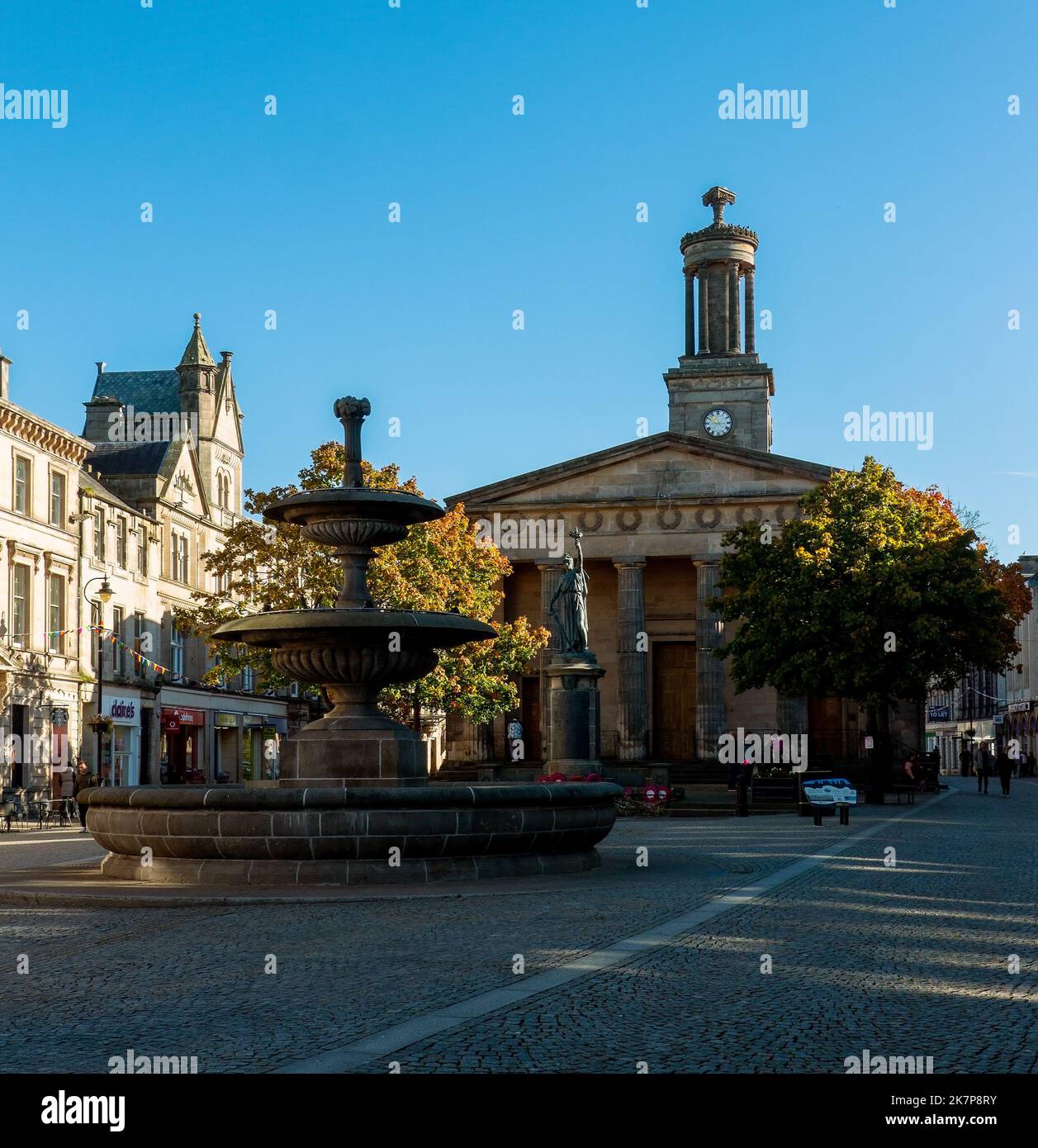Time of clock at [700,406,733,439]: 7:15
